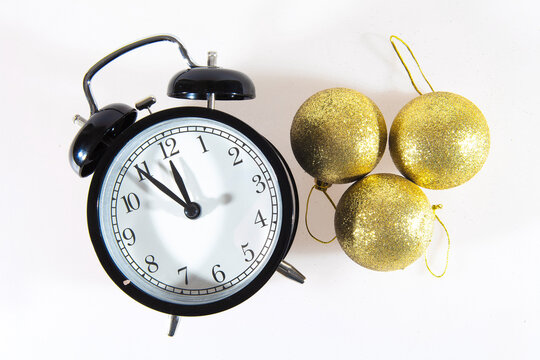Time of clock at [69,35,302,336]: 11:54
